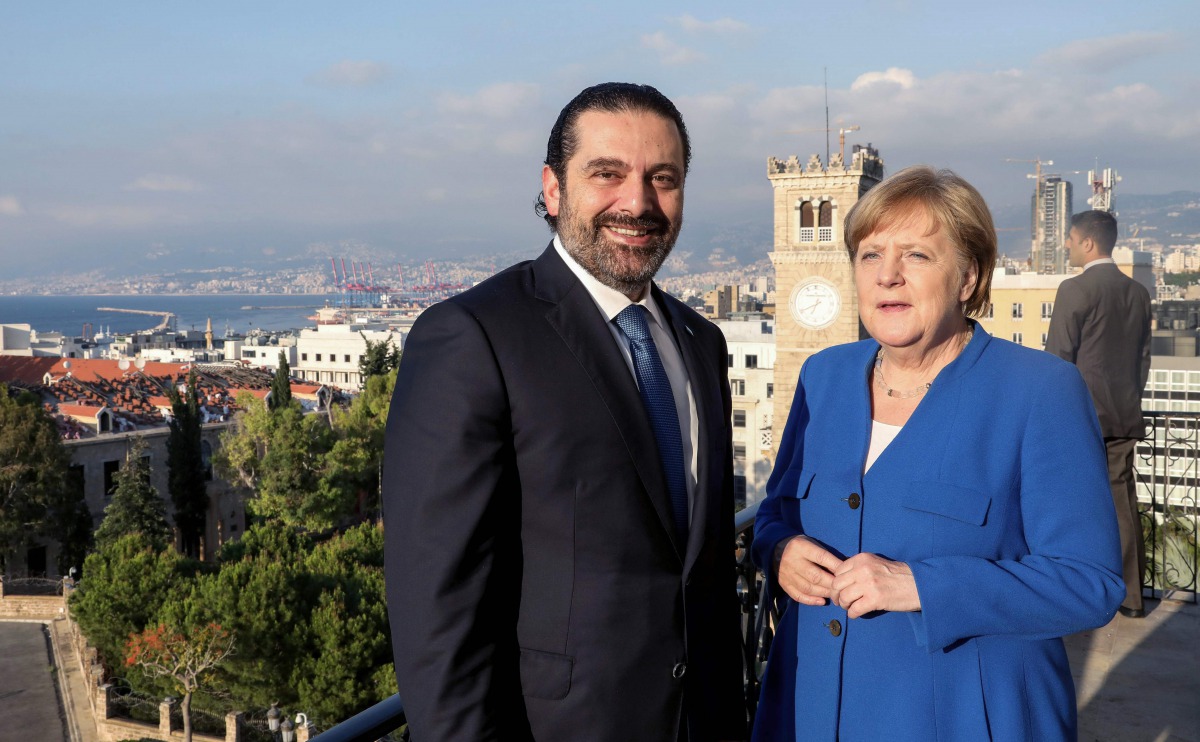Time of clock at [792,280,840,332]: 6:40
